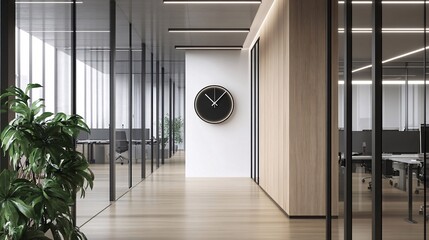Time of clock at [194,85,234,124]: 11:07
